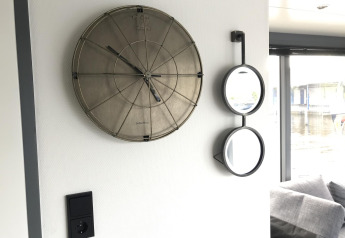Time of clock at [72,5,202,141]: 4:50
